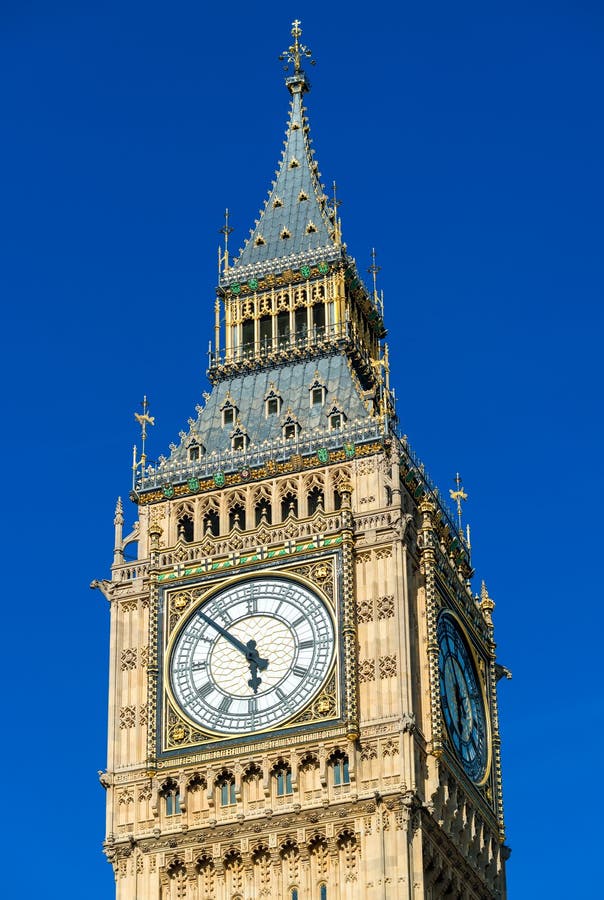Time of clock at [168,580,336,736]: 5:52
